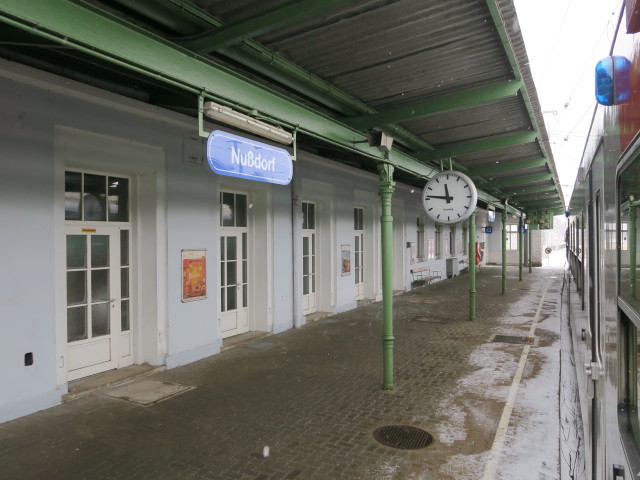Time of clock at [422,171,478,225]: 11:46
